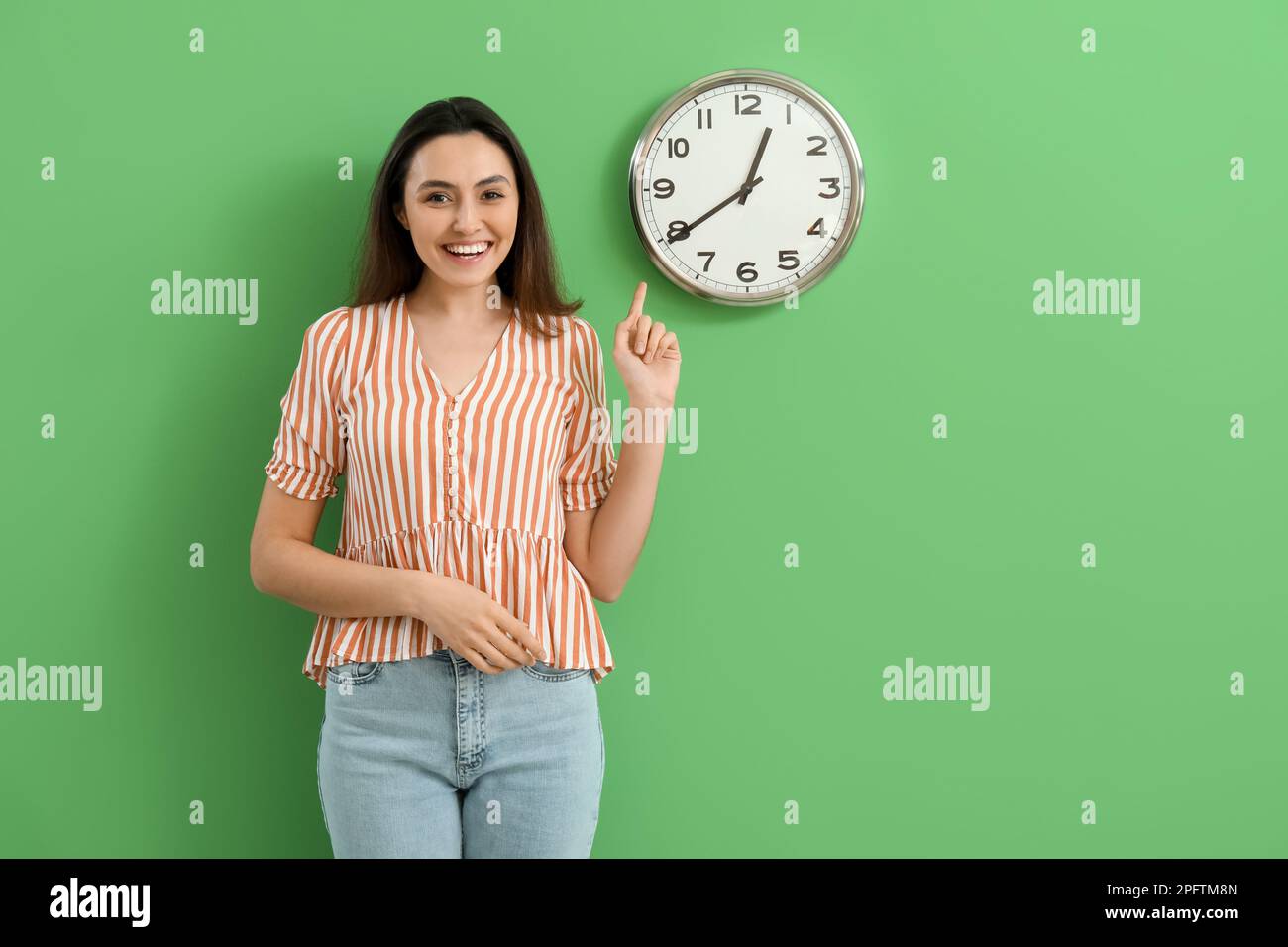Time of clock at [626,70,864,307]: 12:39
